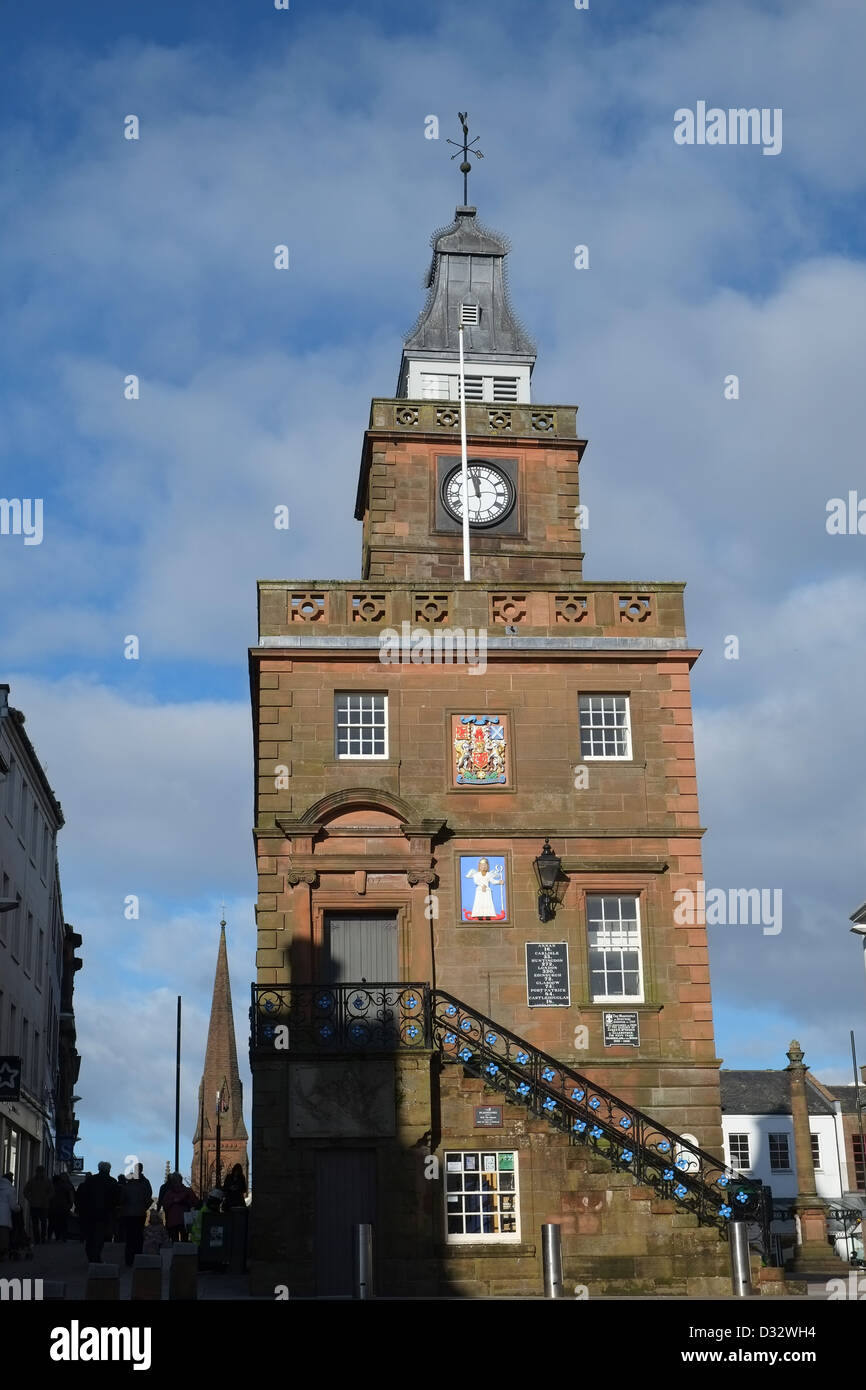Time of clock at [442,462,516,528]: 11:57
